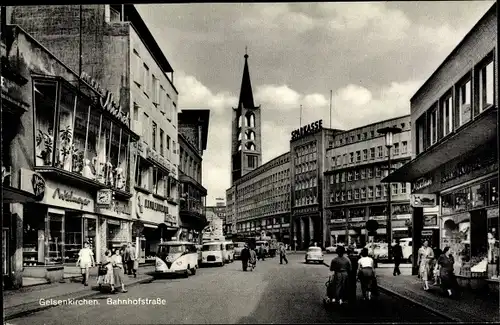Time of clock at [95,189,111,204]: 8:40
